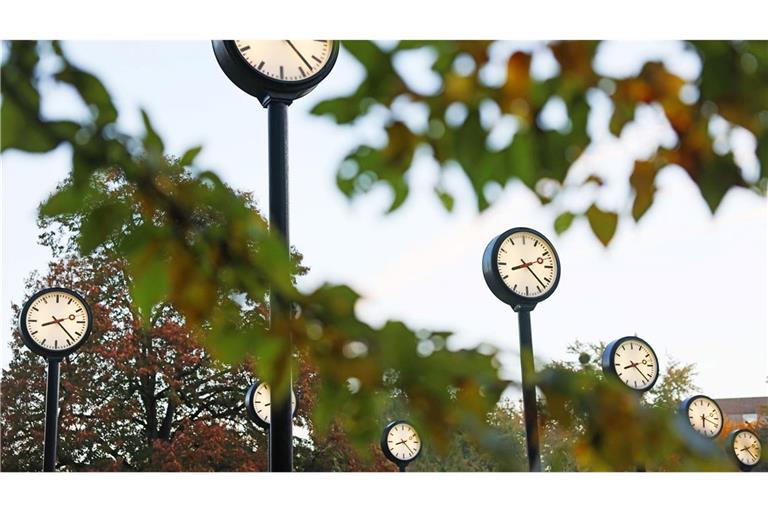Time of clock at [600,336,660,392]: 8:22
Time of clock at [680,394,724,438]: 6:18
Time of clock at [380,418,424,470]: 8:22
